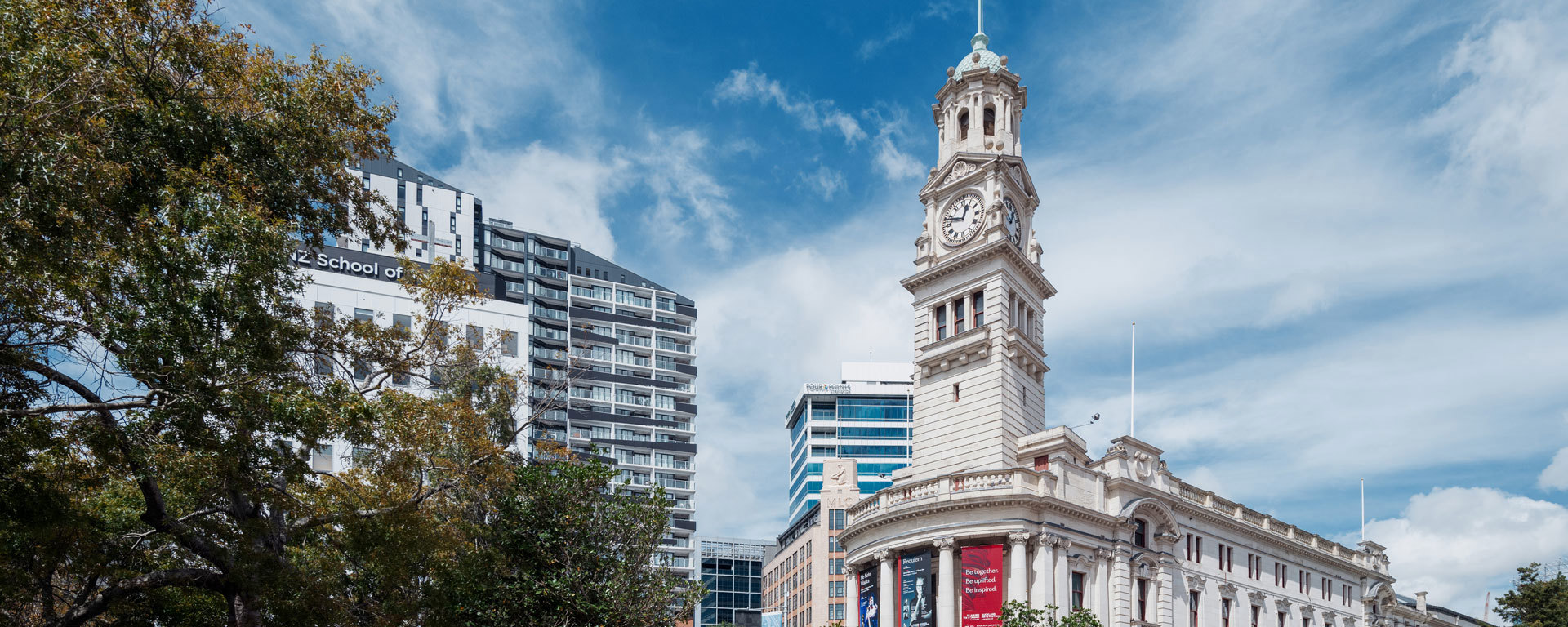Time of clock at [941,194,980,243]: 12:48
